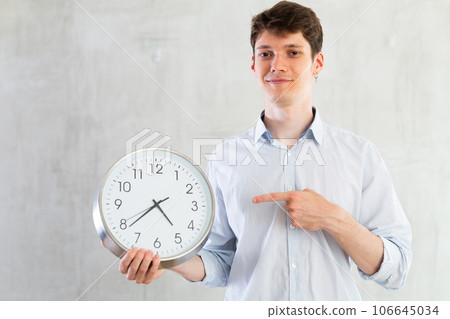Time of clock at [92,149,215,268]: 4:38
